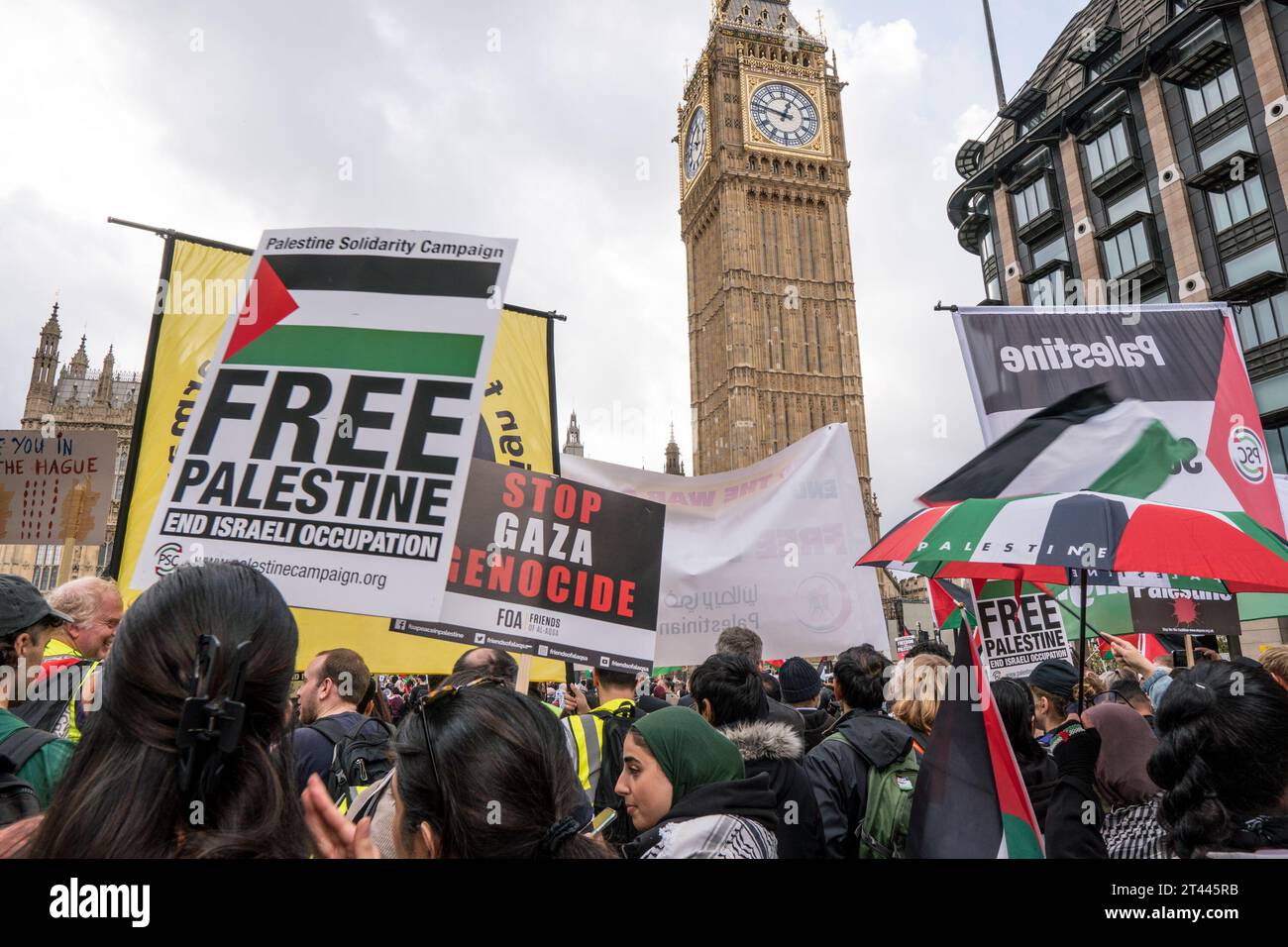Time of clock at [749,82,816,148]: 12:47
